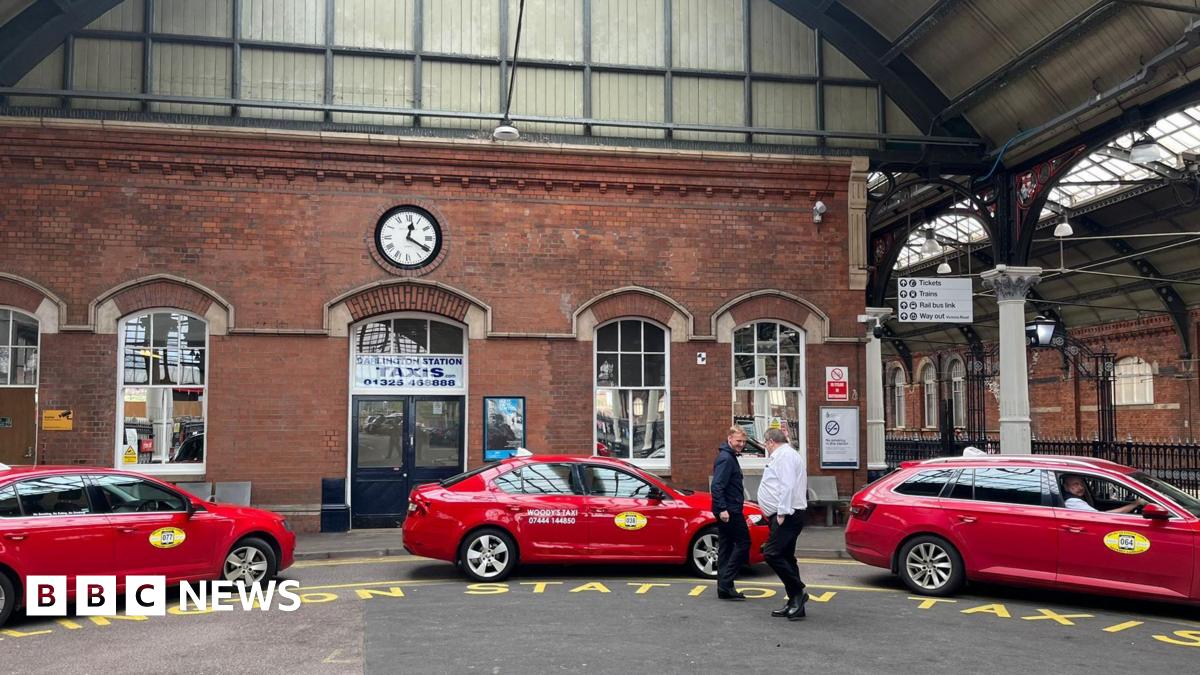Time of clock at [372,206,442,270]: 12:20
